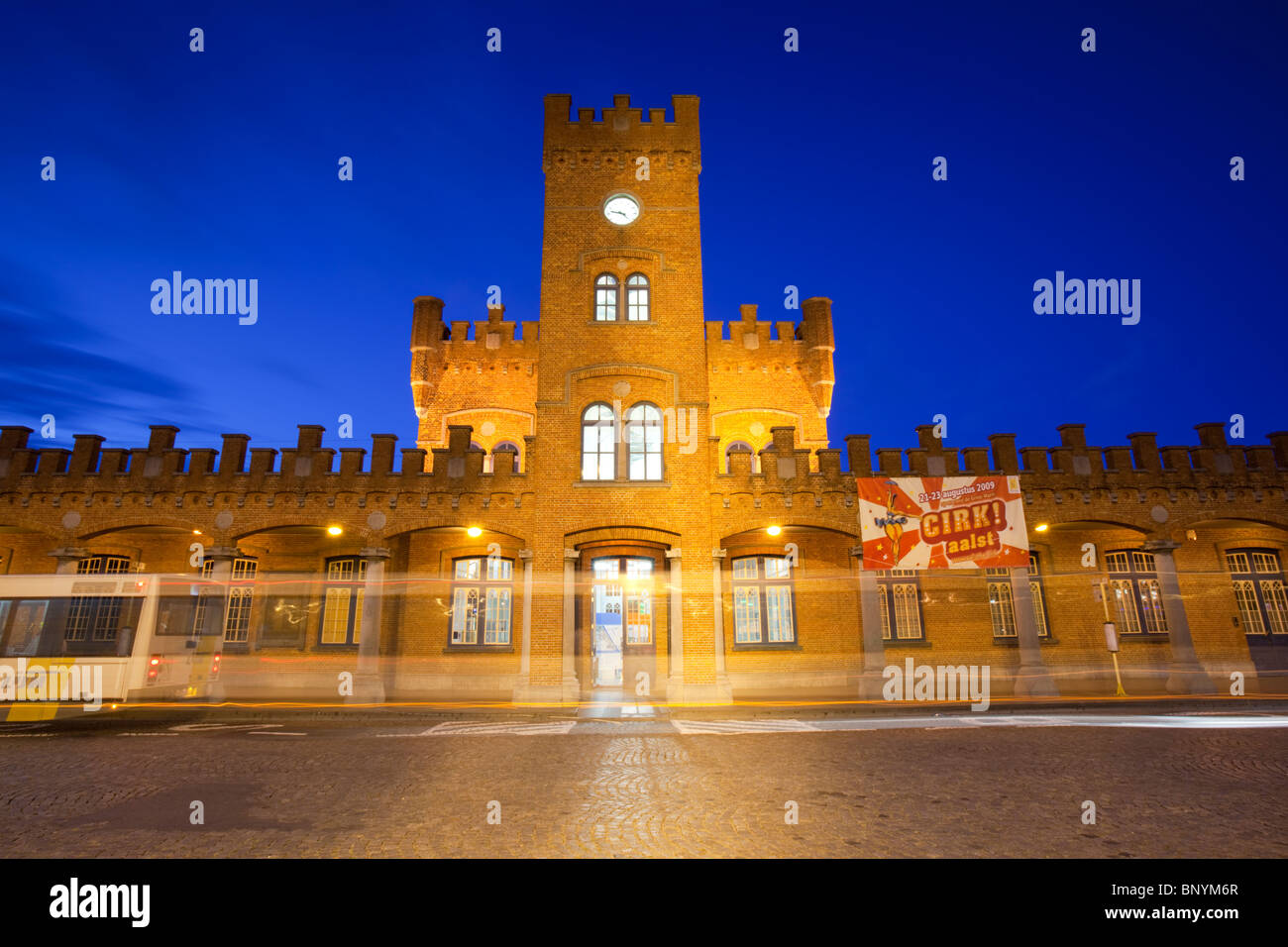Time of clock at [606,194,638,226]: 4:47
